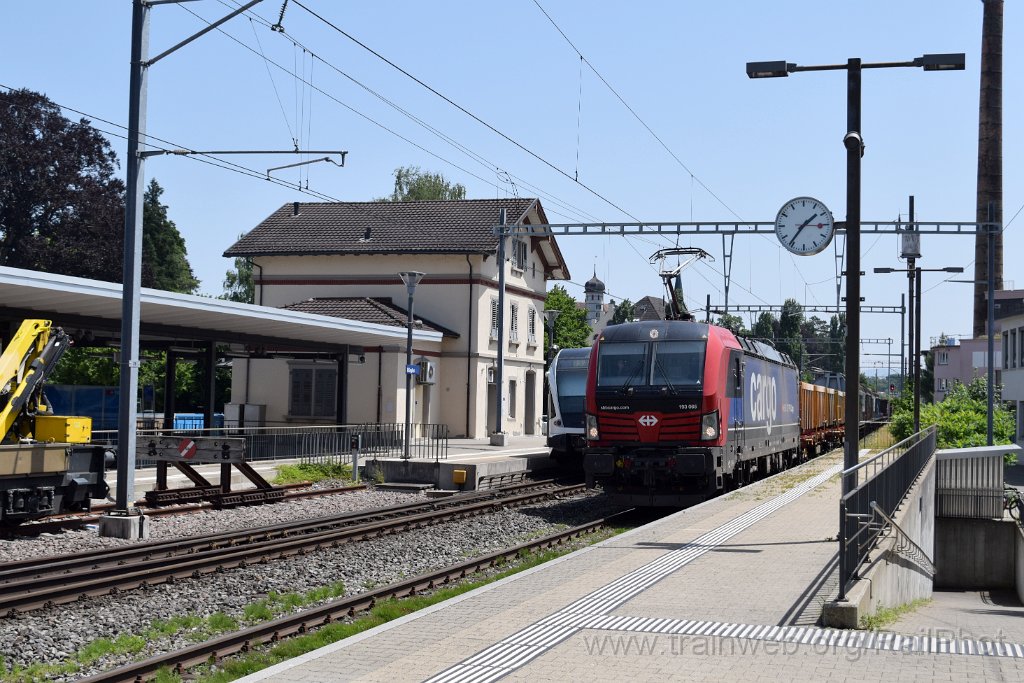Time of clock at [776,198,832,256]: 1:36
